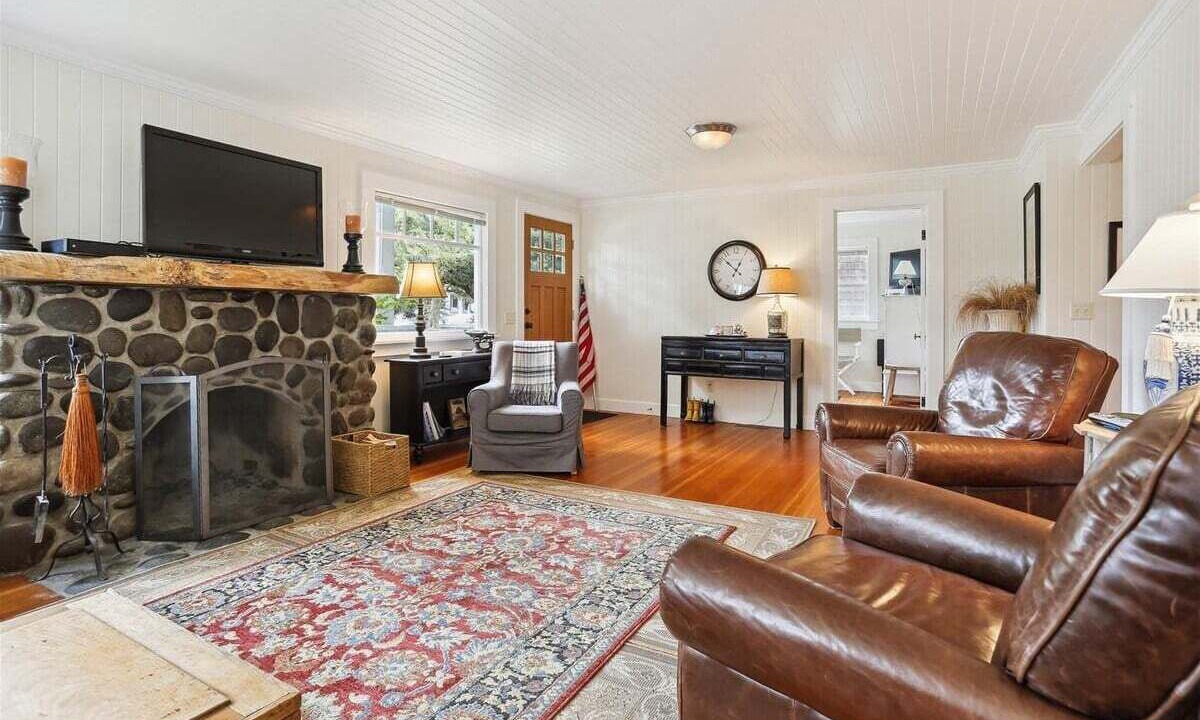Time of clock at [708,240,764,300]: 12:52
